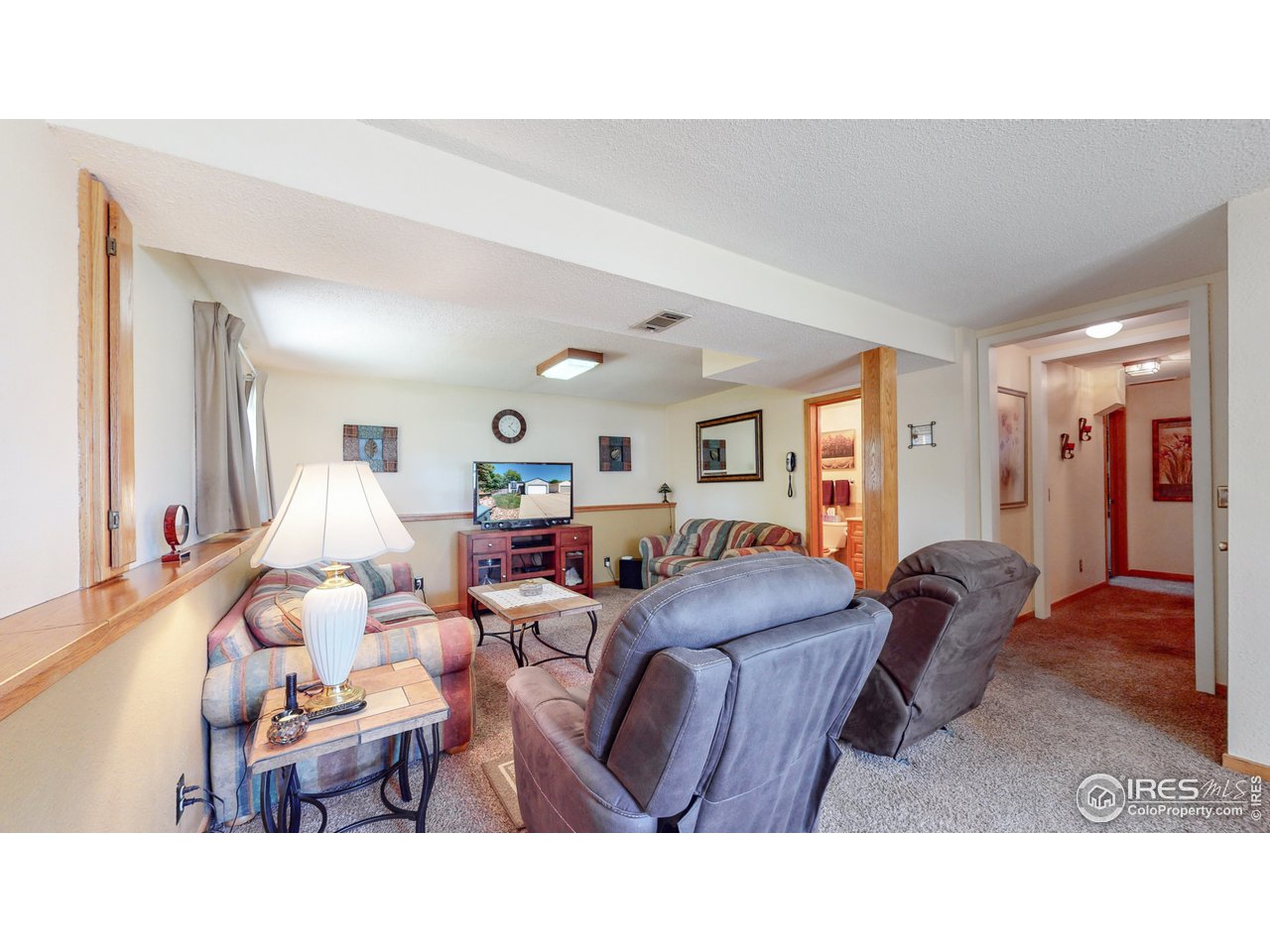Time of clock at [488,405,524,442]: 1:22
